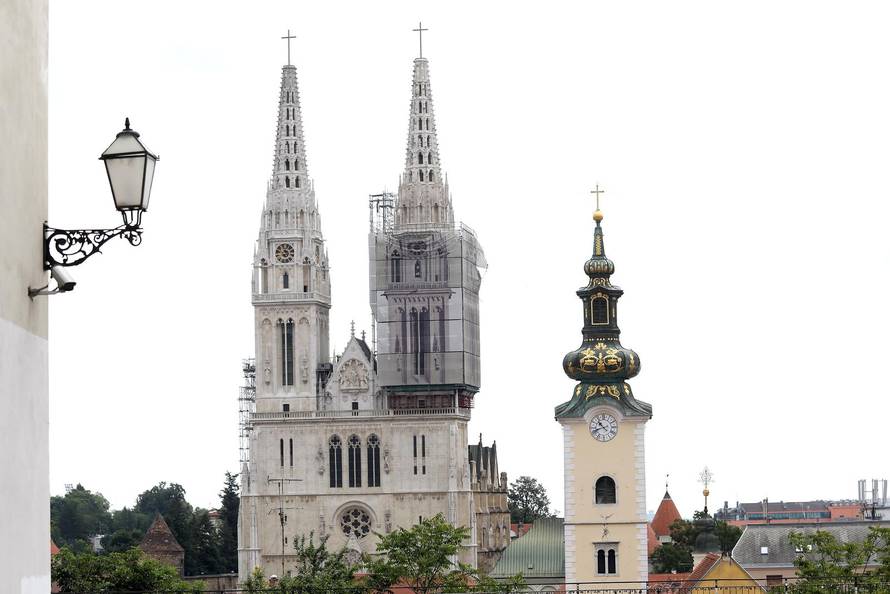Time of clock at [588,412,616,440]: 10:41
